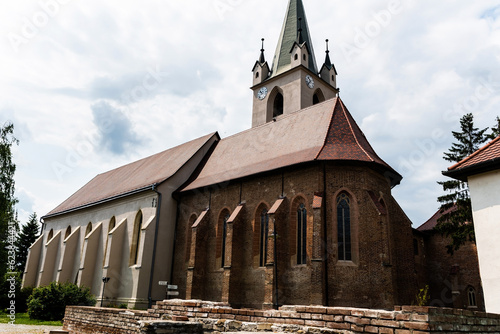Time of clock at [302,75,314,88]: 10:37
